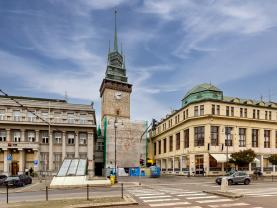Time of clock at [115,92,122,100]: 3:12
